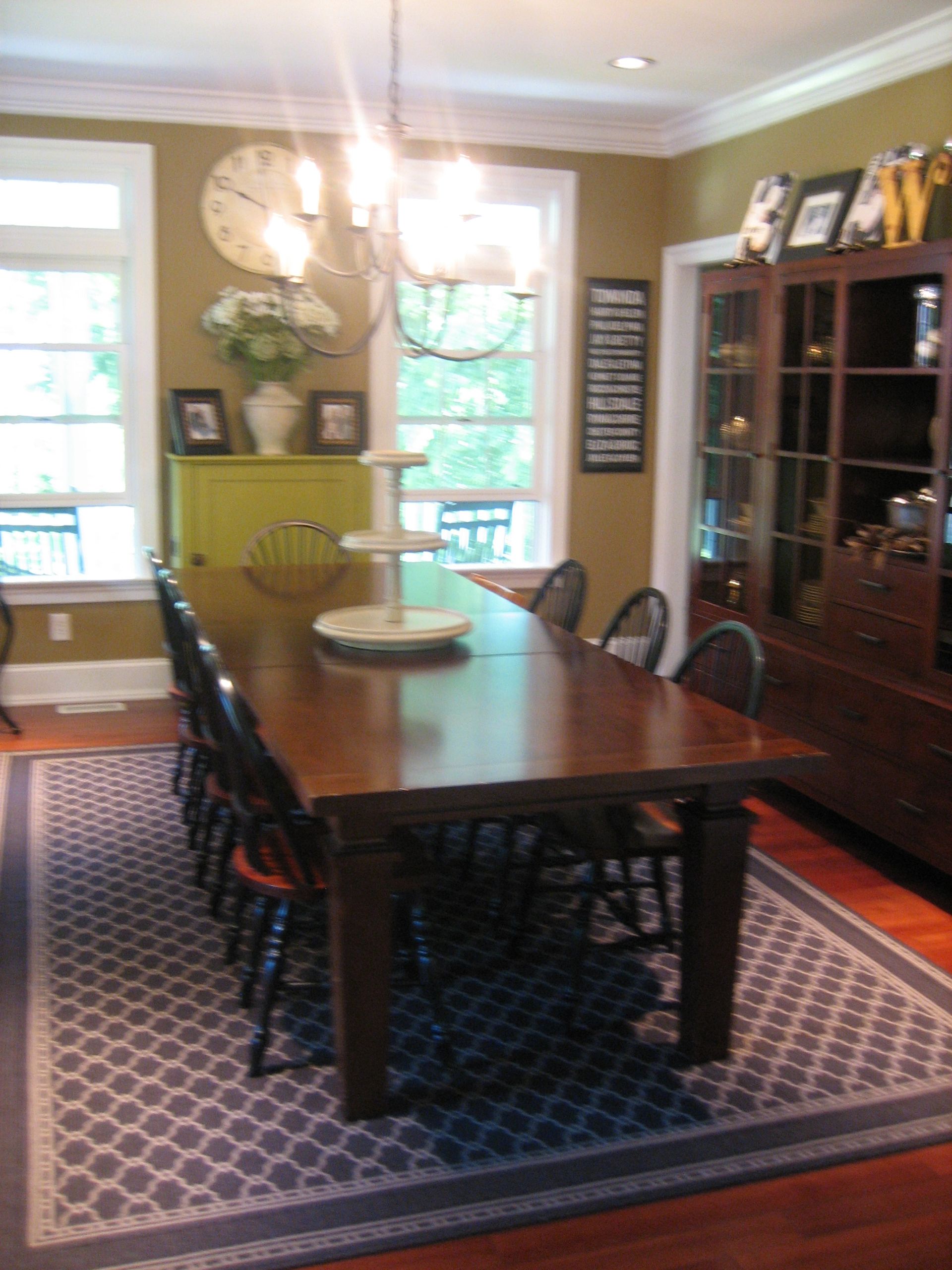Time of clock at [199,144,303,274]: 3:49
